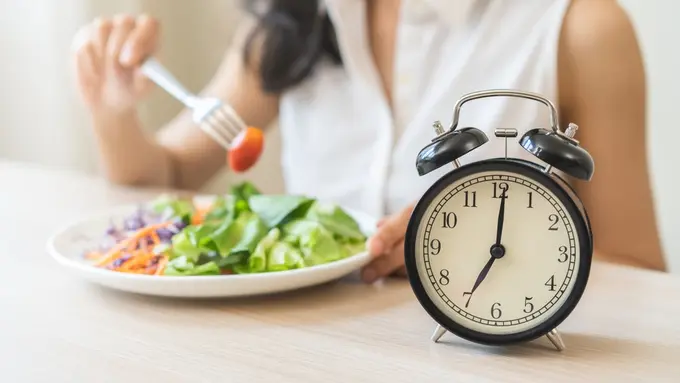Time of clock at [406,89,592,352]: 7:00
